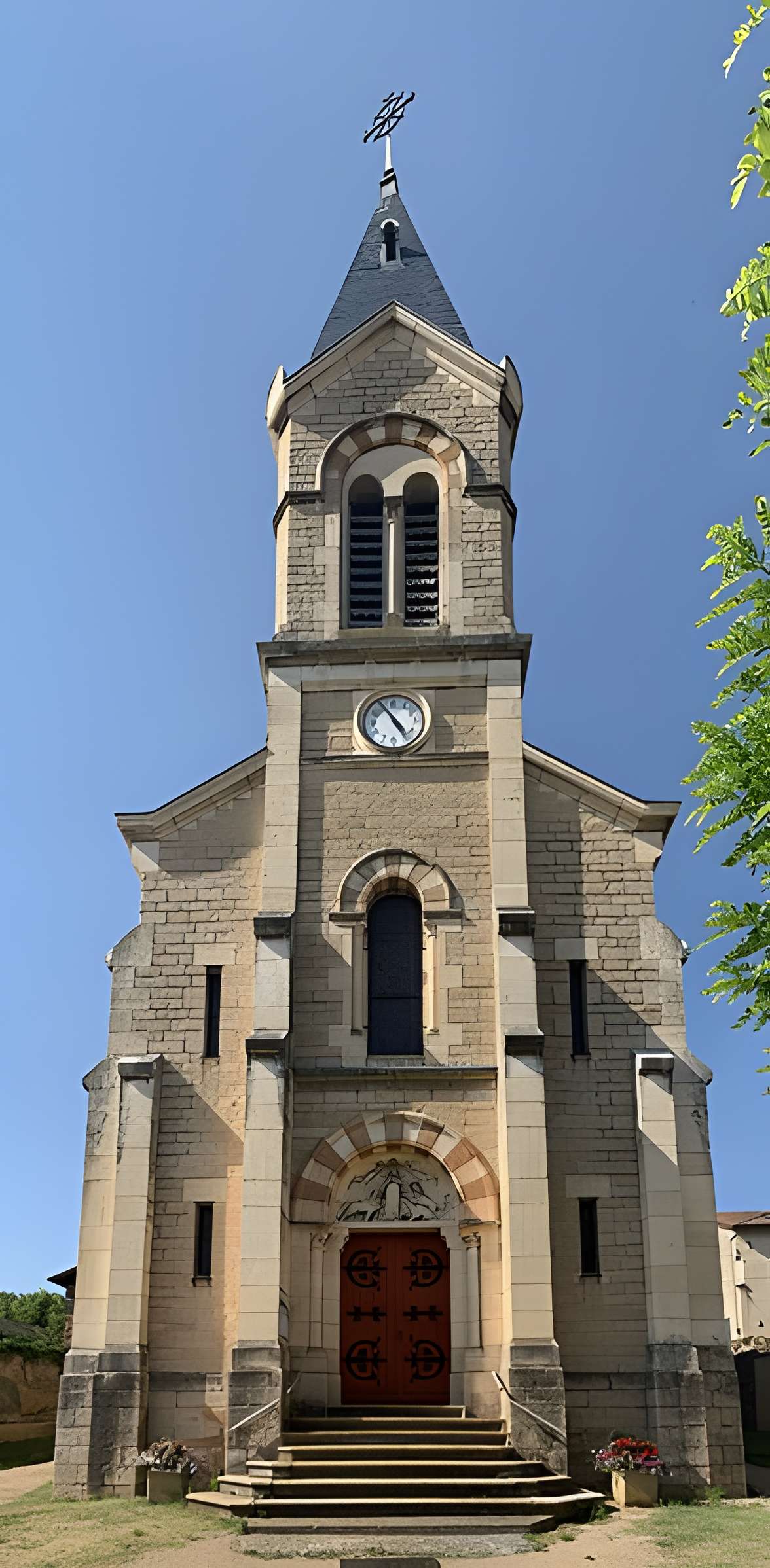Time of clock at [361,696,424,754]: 4:54
